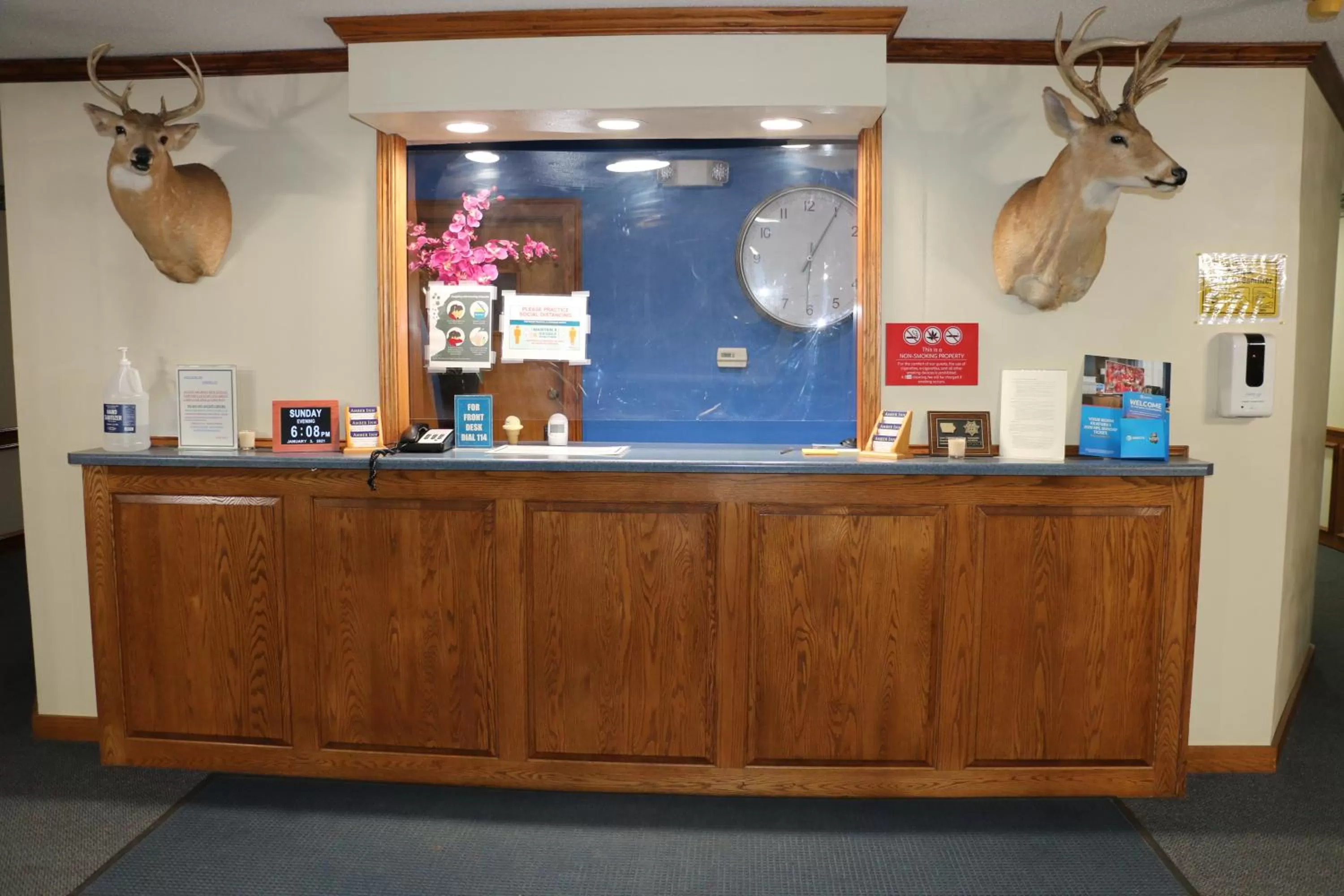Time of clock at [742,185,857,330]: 6:05
